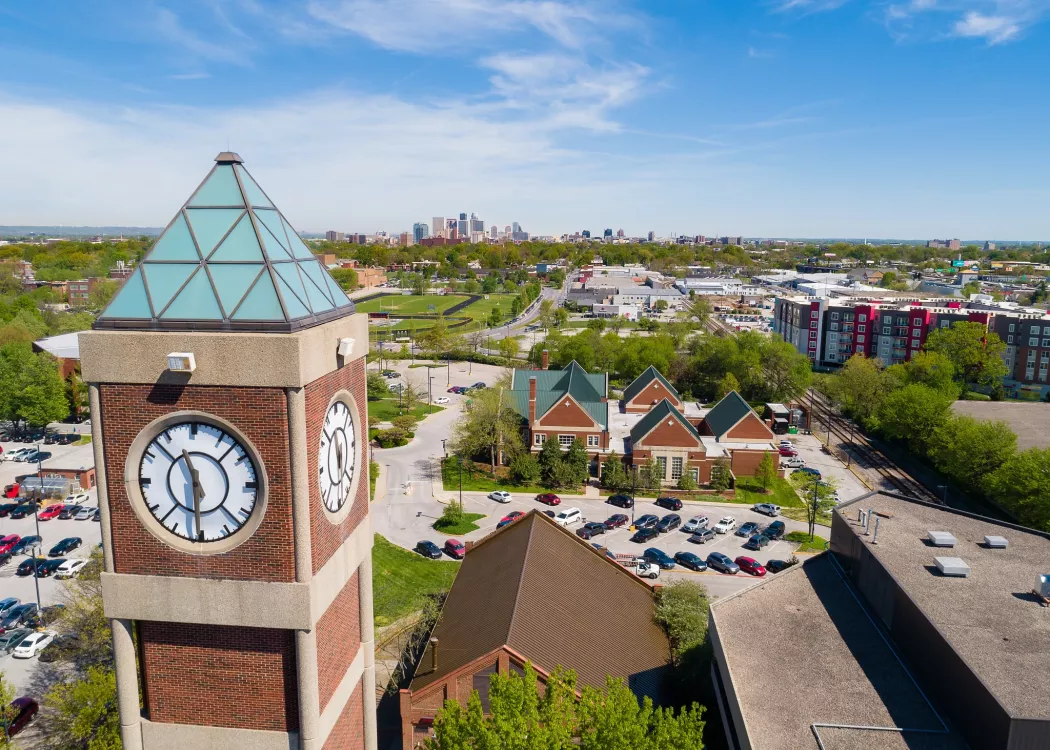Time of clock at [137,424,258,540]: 11:30
